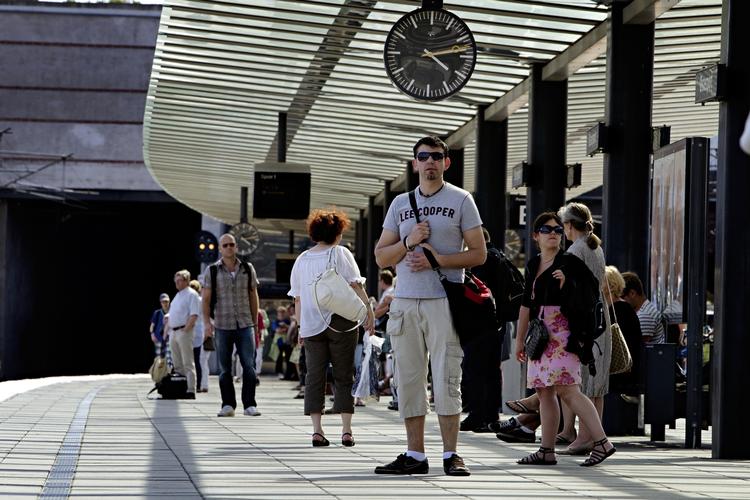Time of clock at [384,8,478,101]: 4:12
